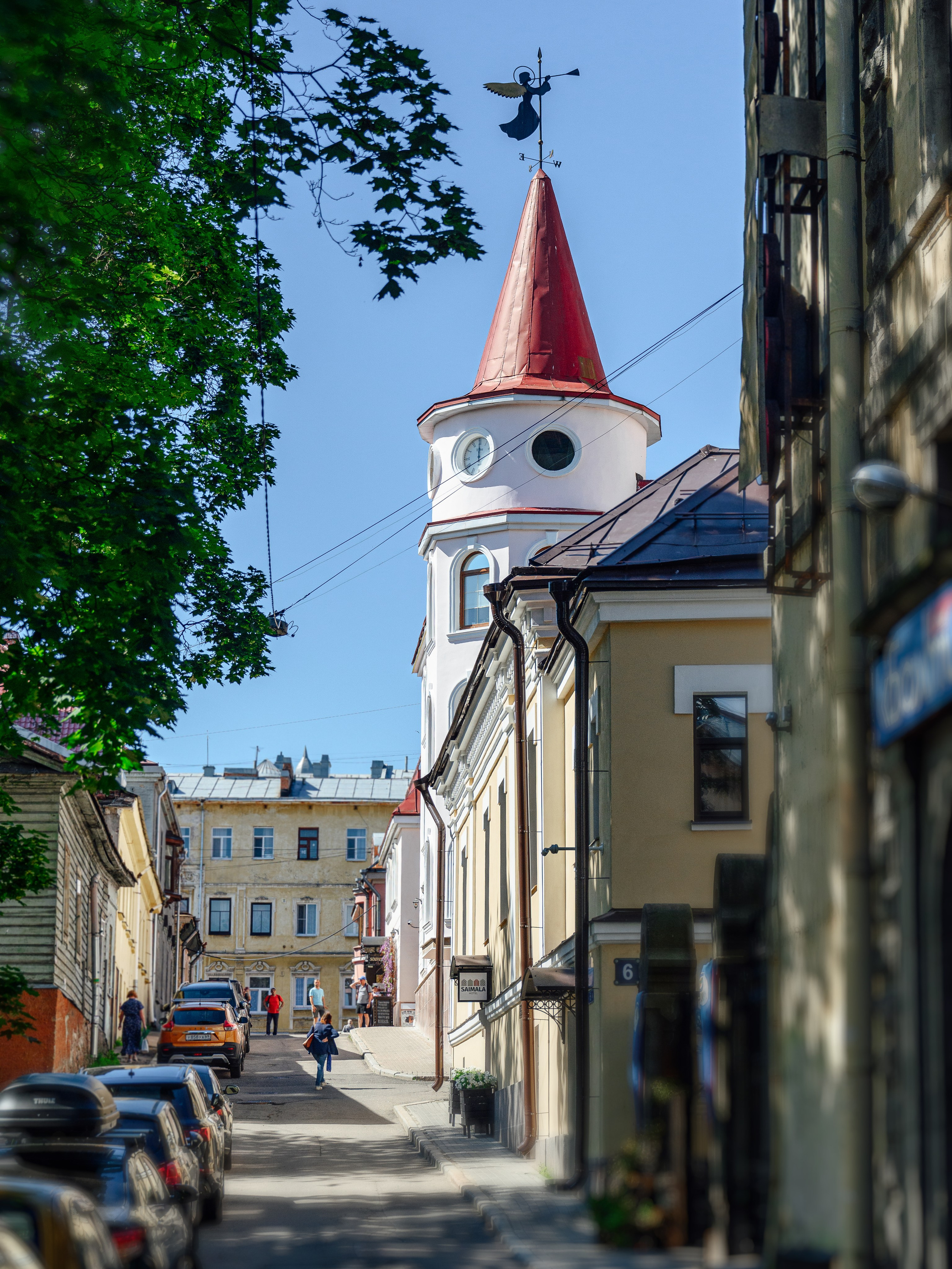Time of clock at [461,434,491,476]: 11:59
